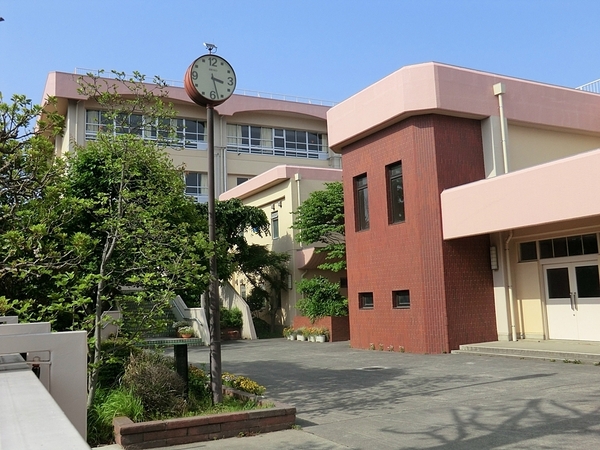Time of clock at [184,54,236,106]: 3:27
